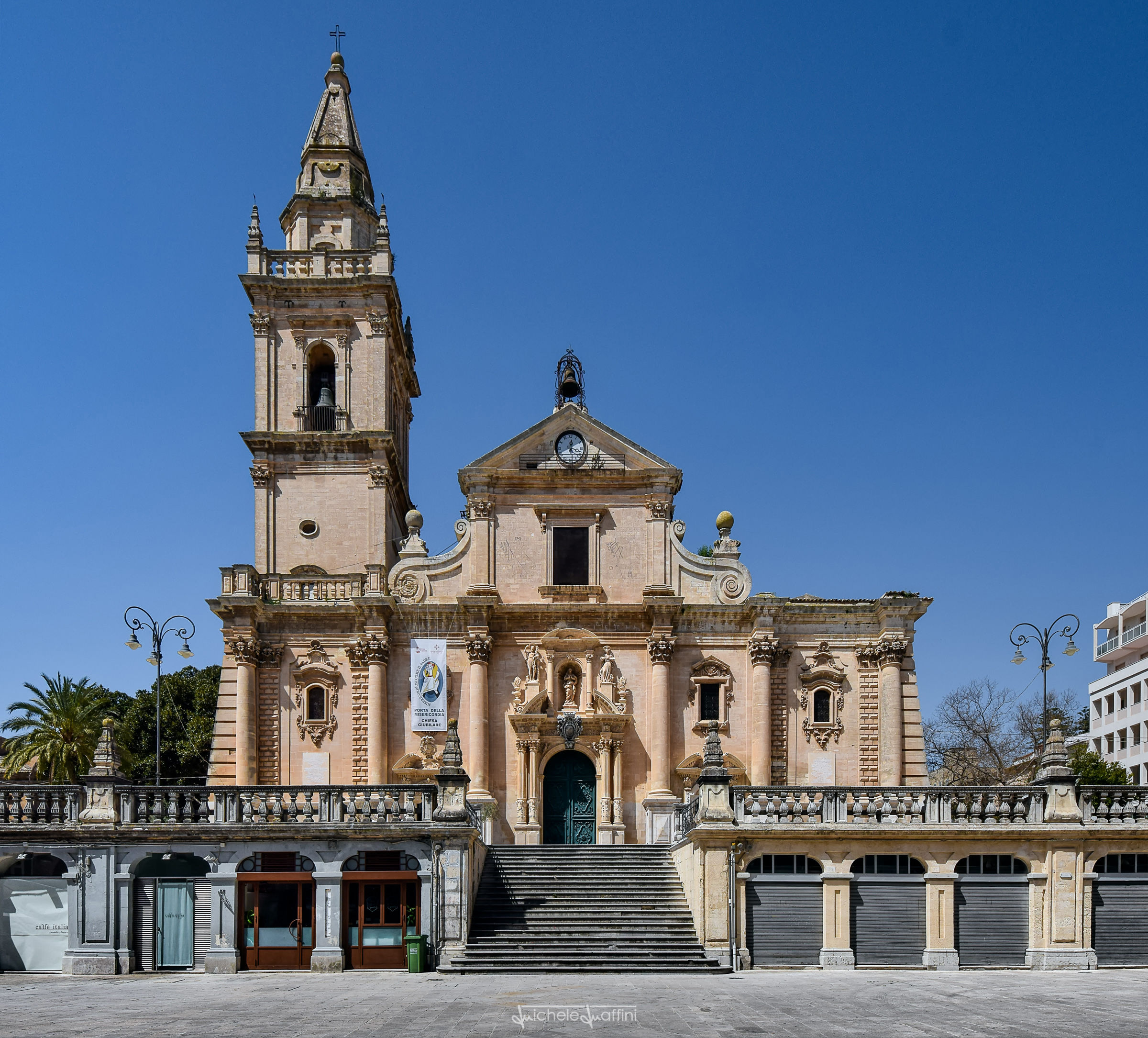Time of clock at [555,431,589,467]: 12:19
